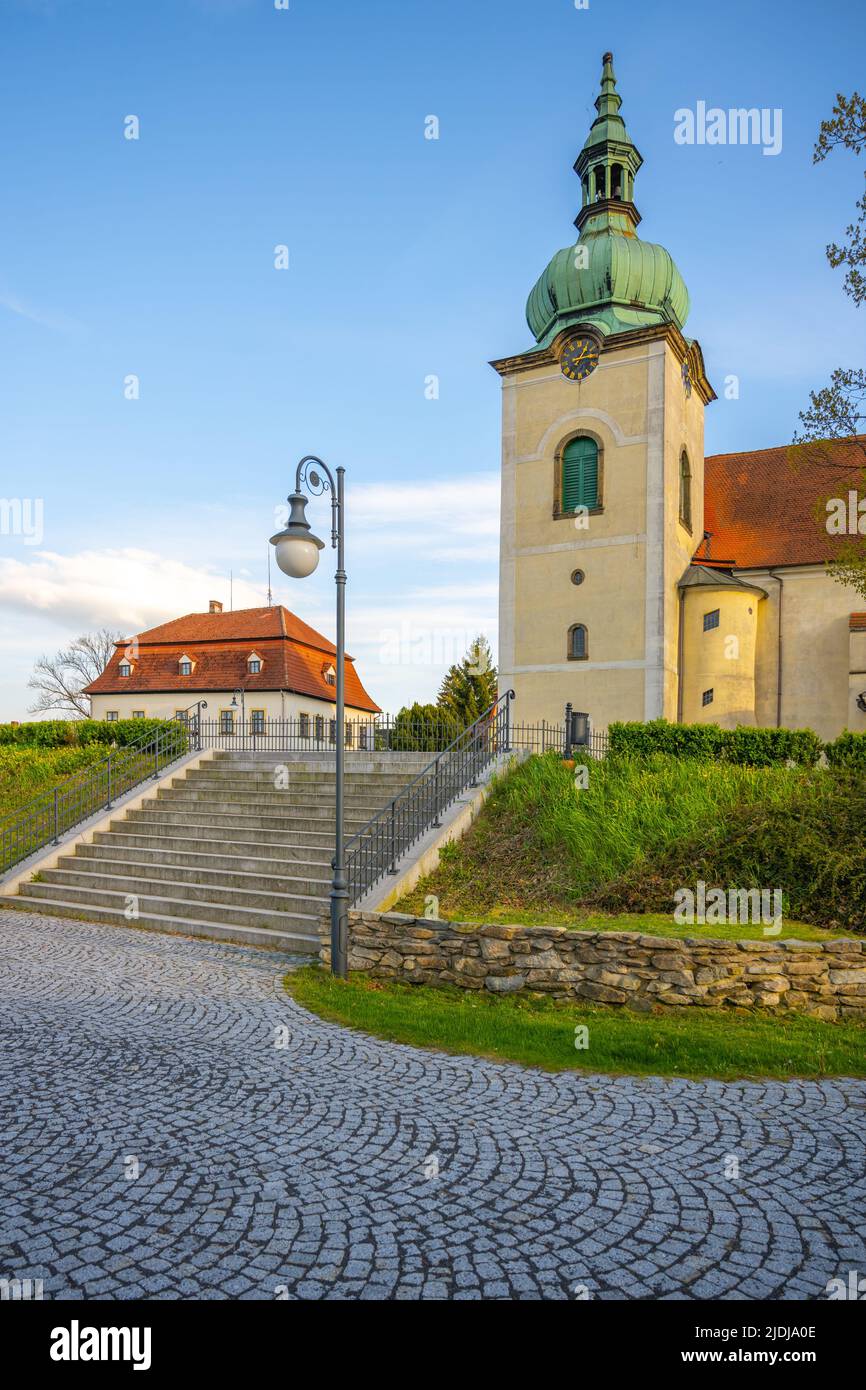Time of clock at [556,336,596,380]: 1:13
